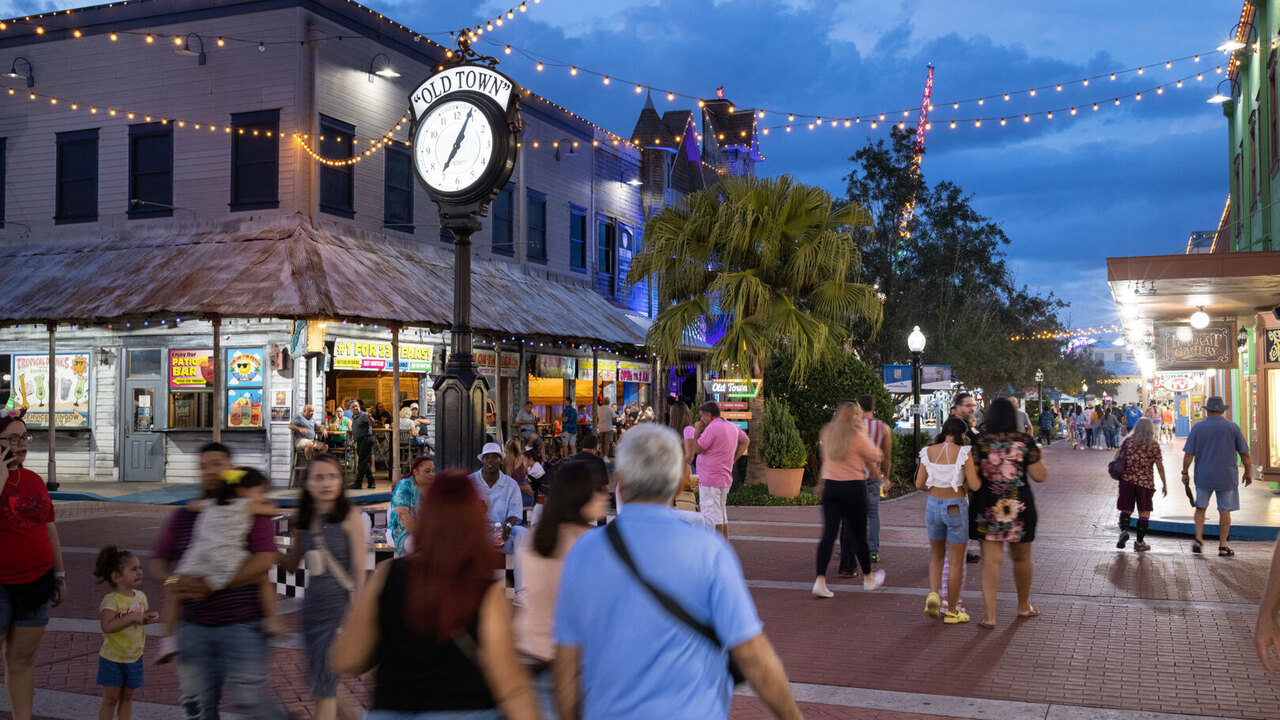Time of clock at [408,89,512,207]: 7:04
